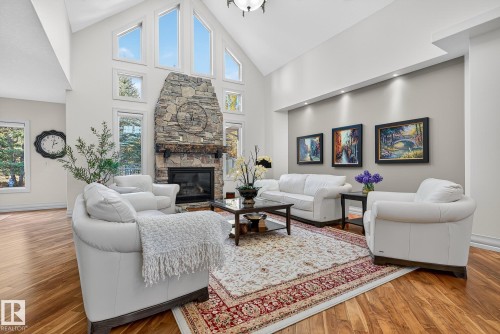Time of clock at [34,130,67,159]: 2:01
